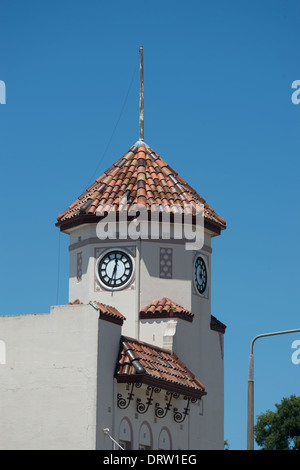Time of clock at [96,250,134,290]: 12:33
